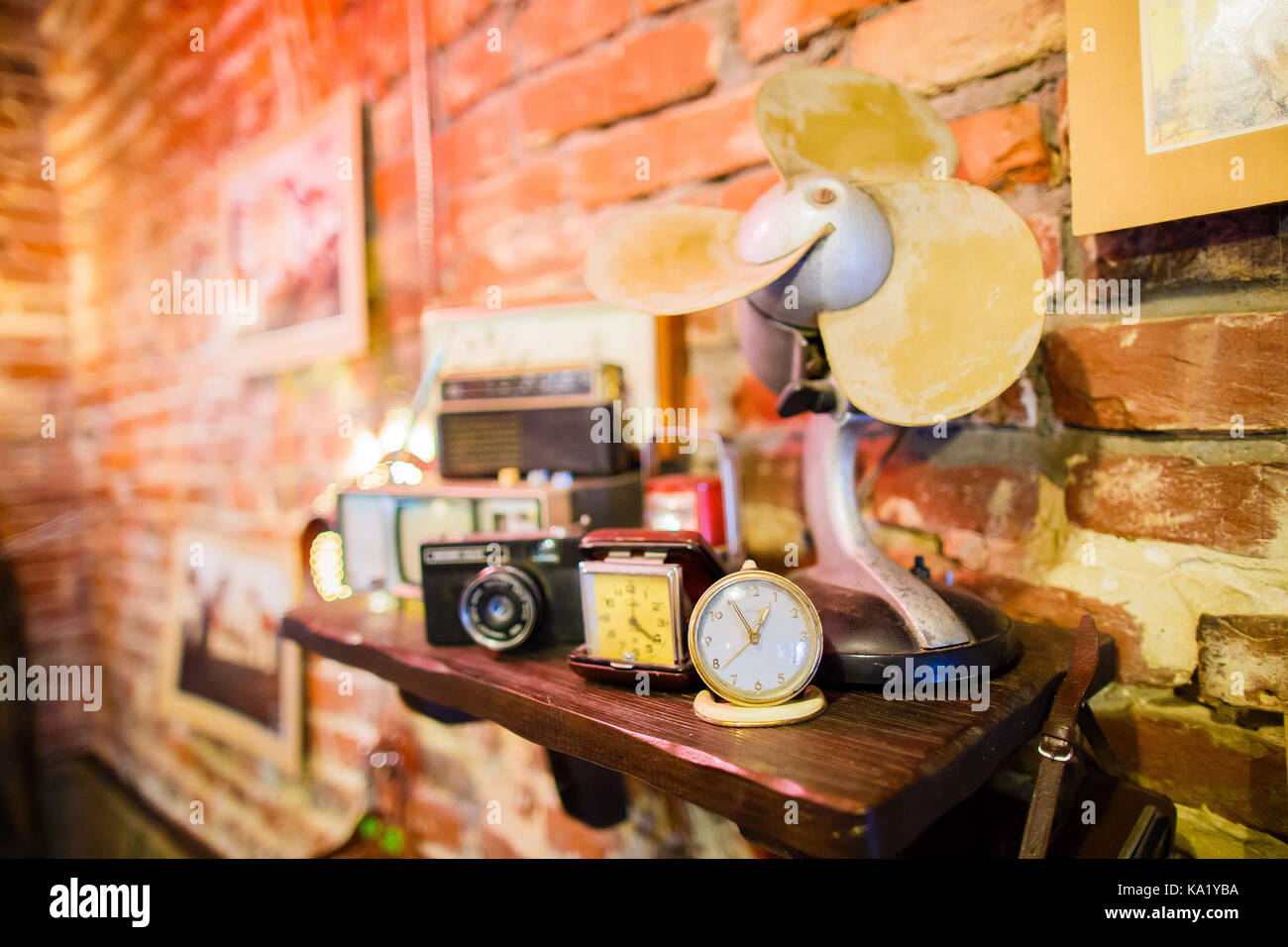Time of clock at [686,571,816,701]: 12:54
